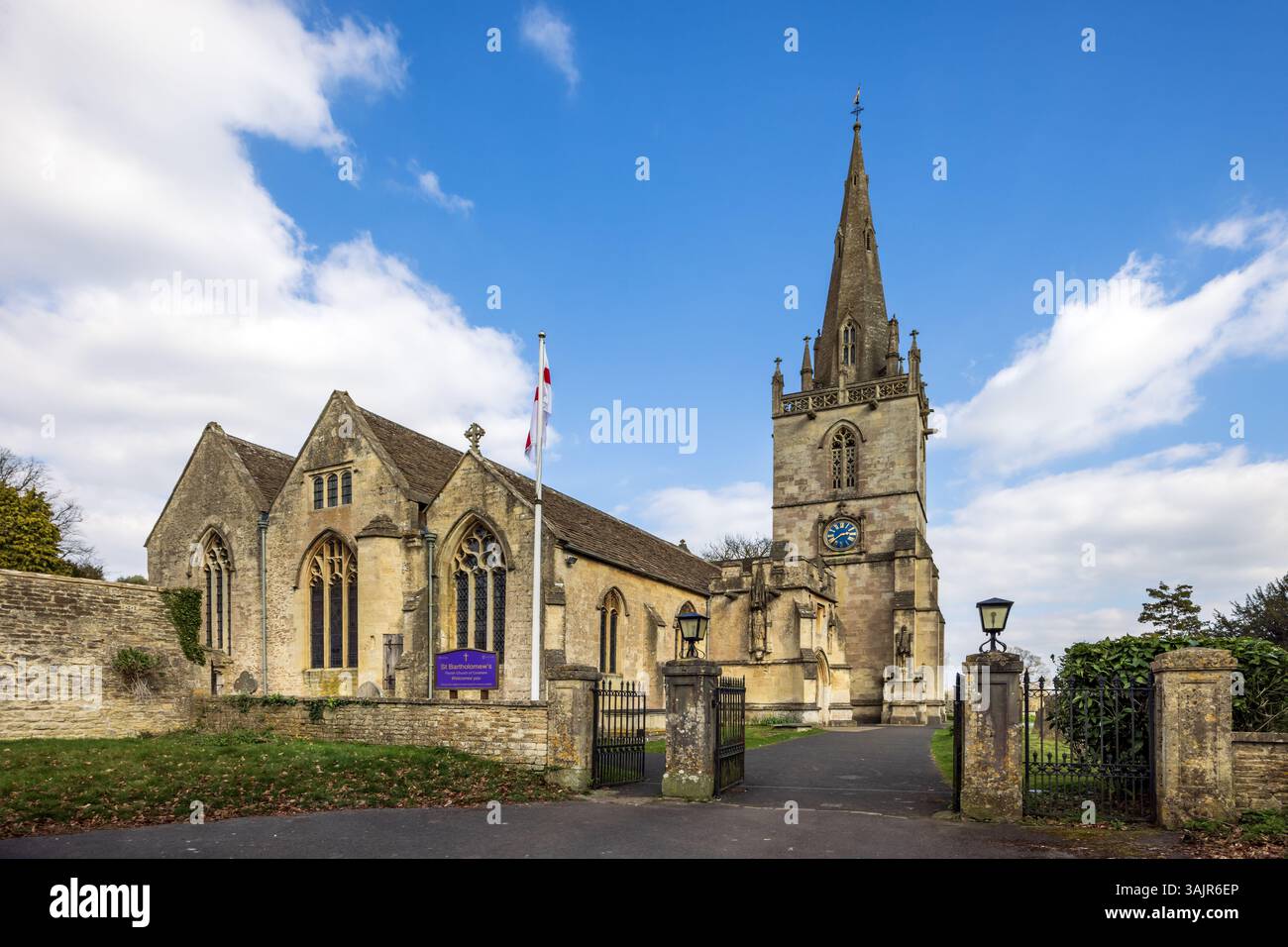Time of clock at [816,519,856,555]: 2:38
